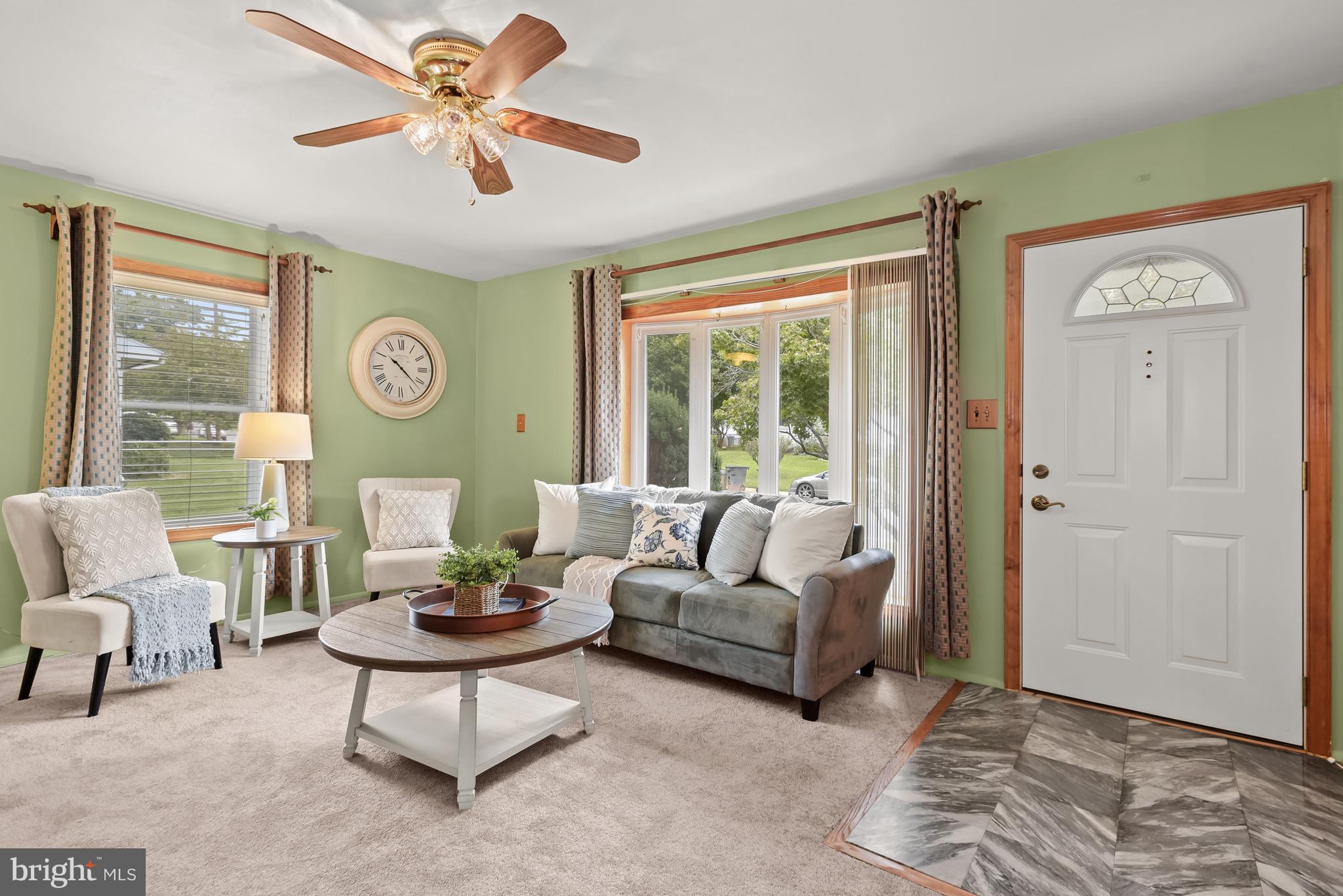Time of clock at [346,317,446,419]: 10:21
